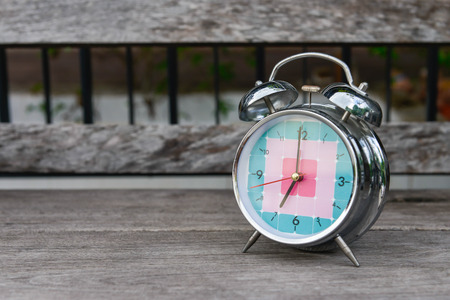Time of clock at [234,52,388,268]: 7:00
